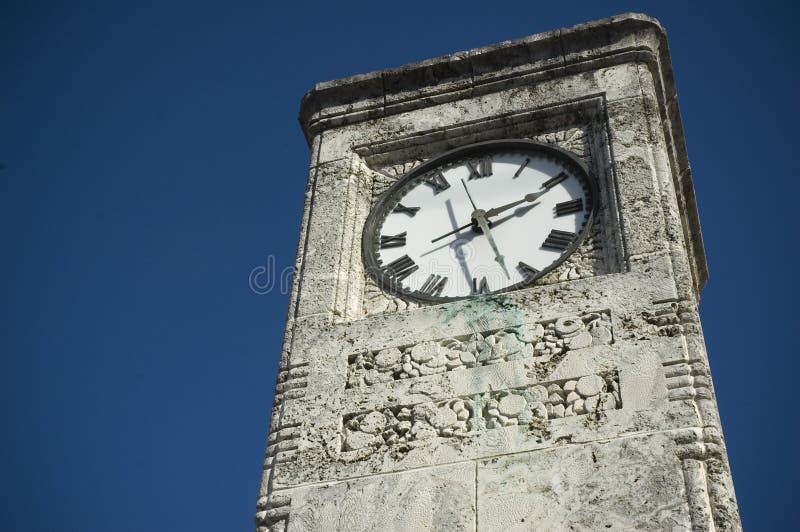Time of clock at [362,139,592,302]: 2:26
